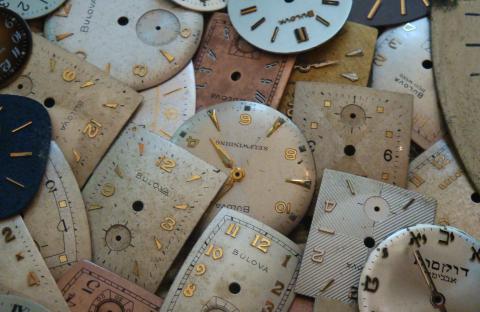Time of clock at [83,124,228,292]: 10:34
